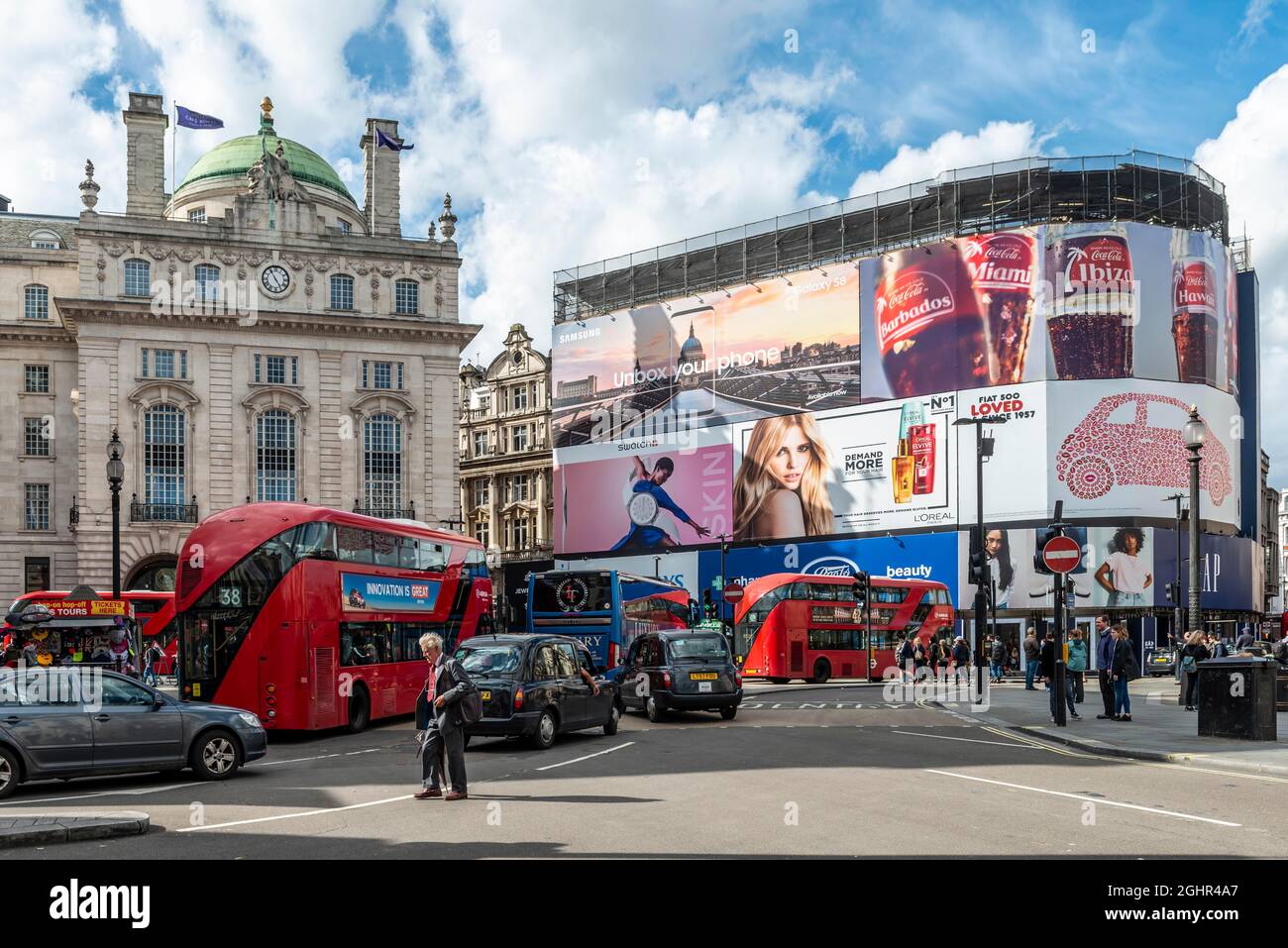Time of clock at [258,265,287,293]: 4:54
